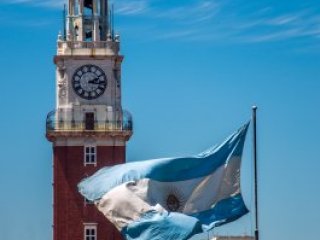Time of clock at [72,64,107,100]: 2:16
